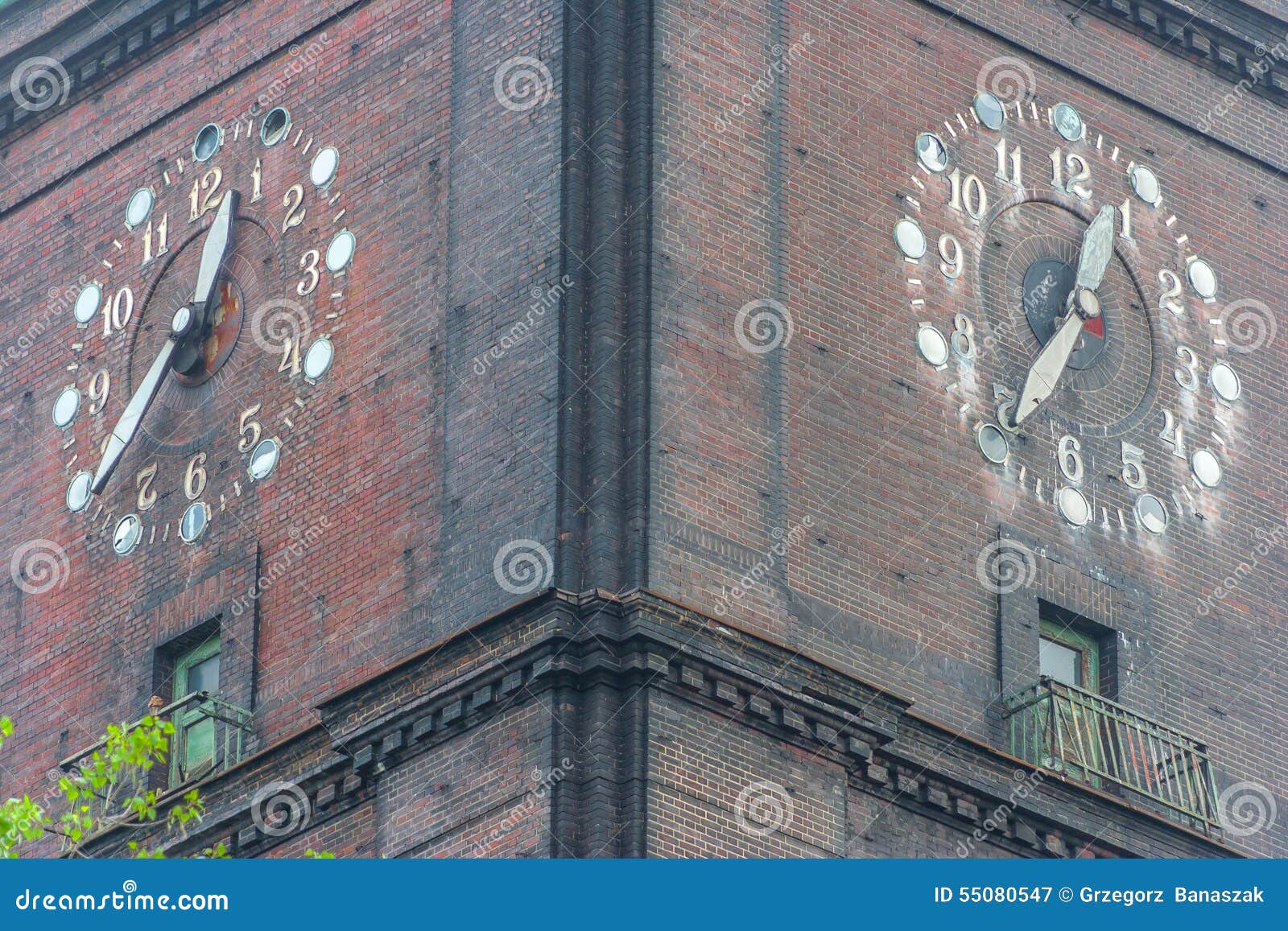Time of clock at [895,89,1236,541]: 12:34
